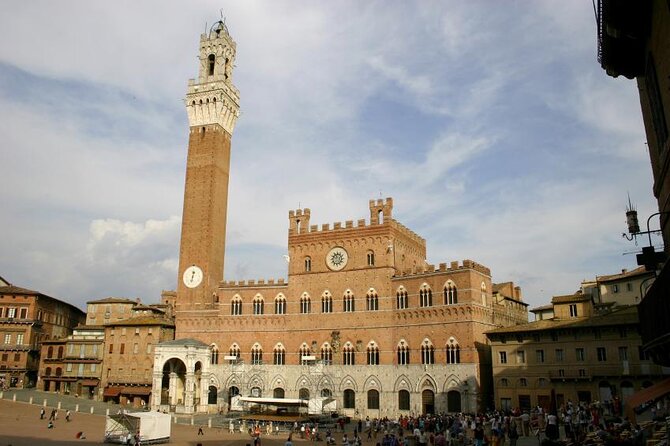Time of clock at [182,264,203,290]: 12:32
